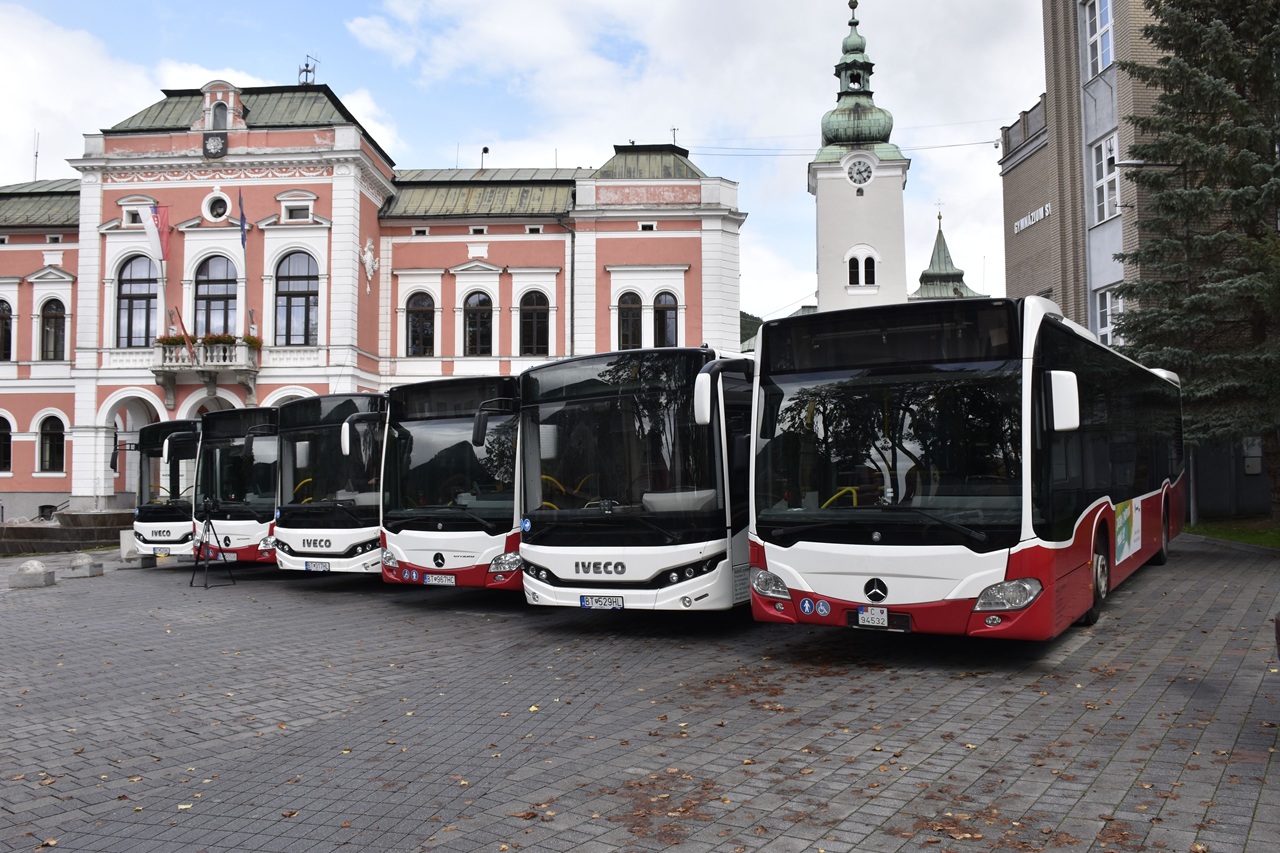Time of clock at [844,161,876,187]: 2:24
